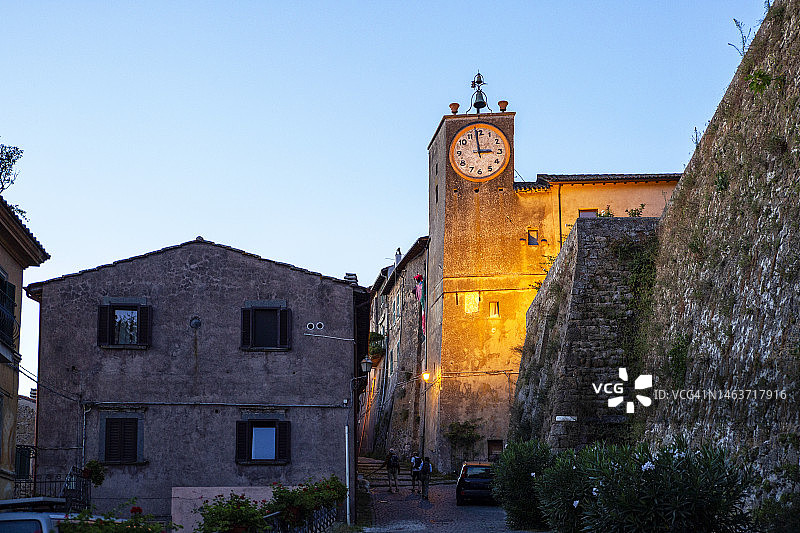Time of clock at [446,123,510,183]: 2:58
